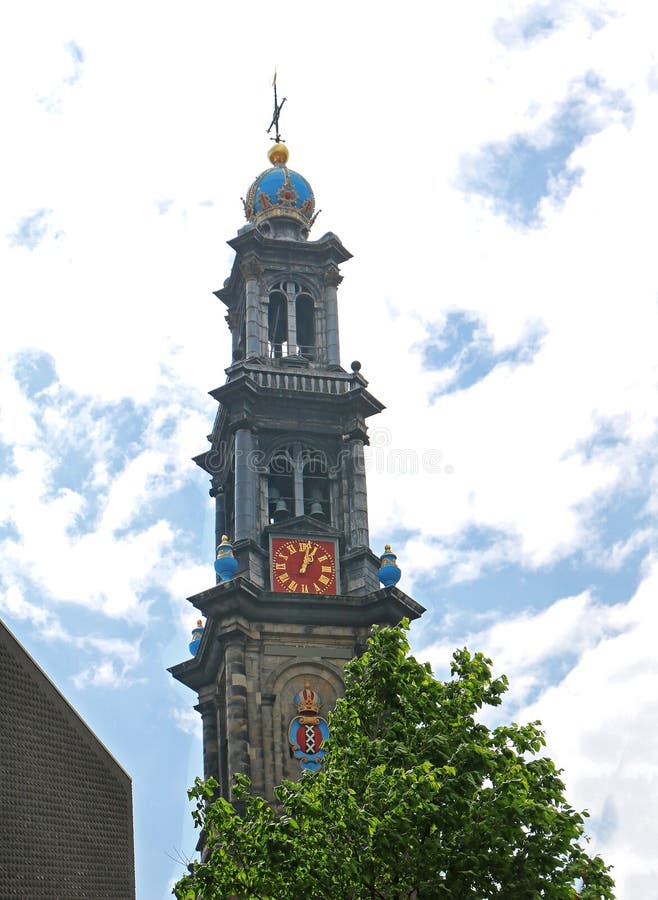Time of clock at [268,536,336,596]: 1:02
